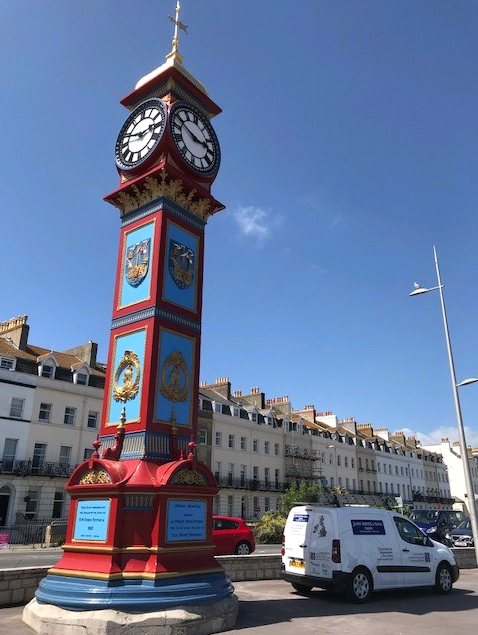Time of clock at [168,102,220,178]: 2:48
